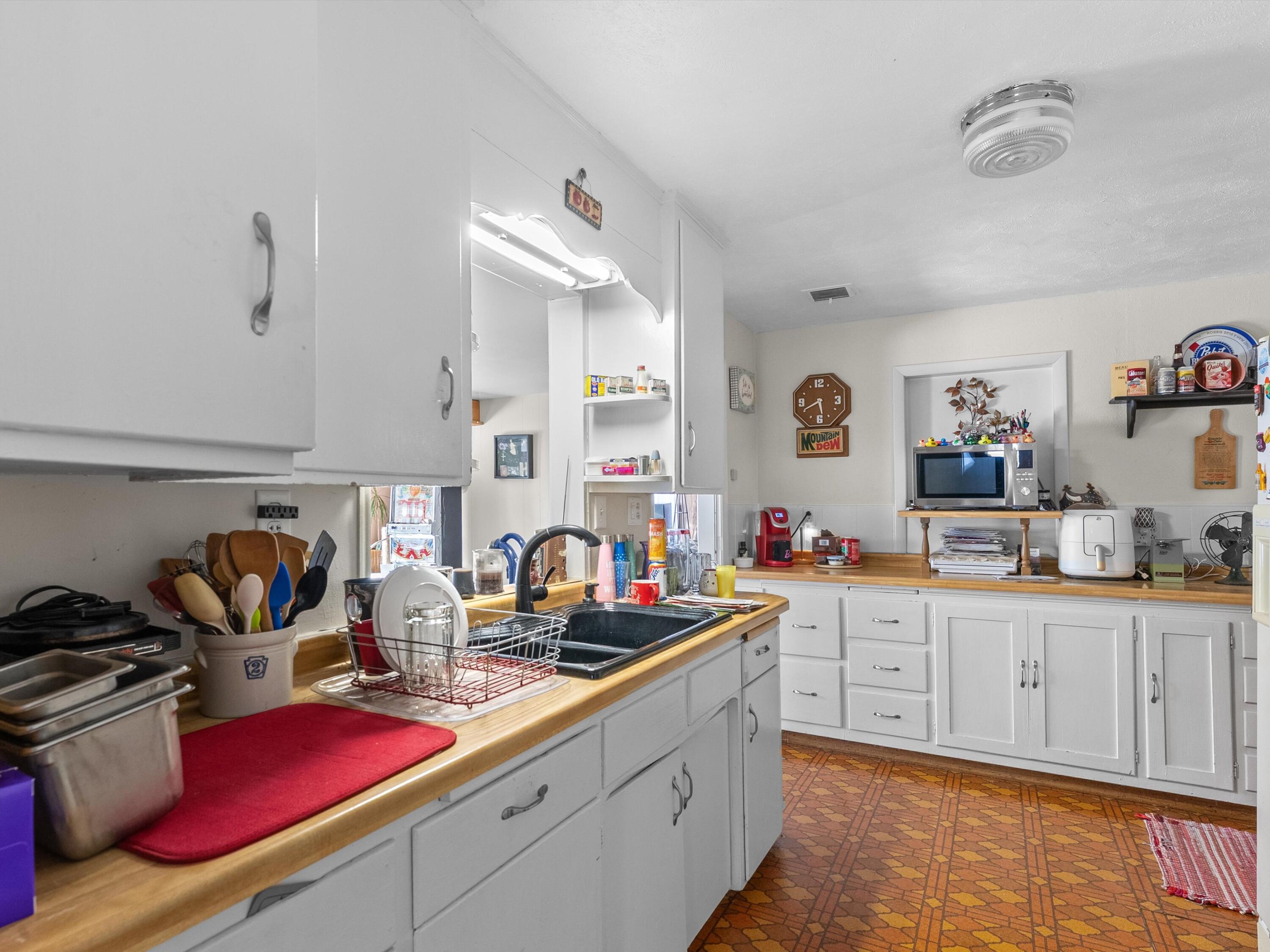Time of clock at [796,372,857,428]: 5:40
